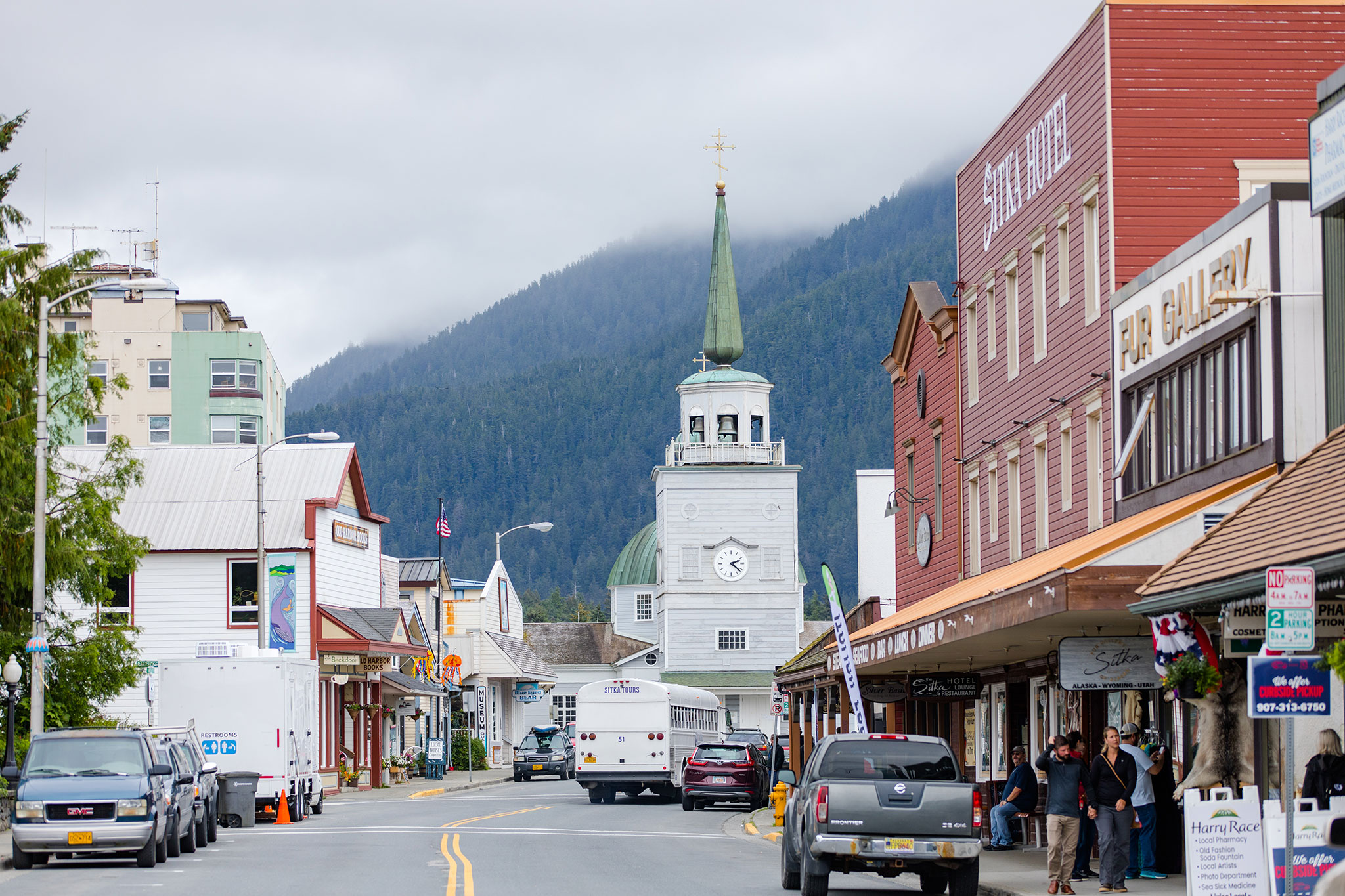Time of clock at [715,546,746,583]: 2:21
